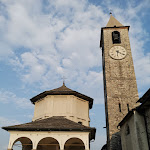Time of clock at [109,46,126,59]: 6:20
